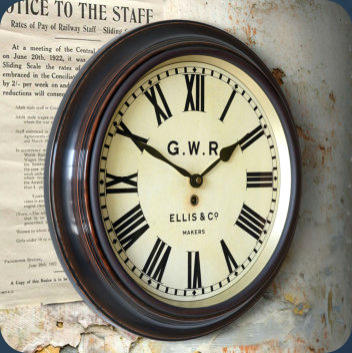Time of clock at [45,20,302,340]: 1:50
